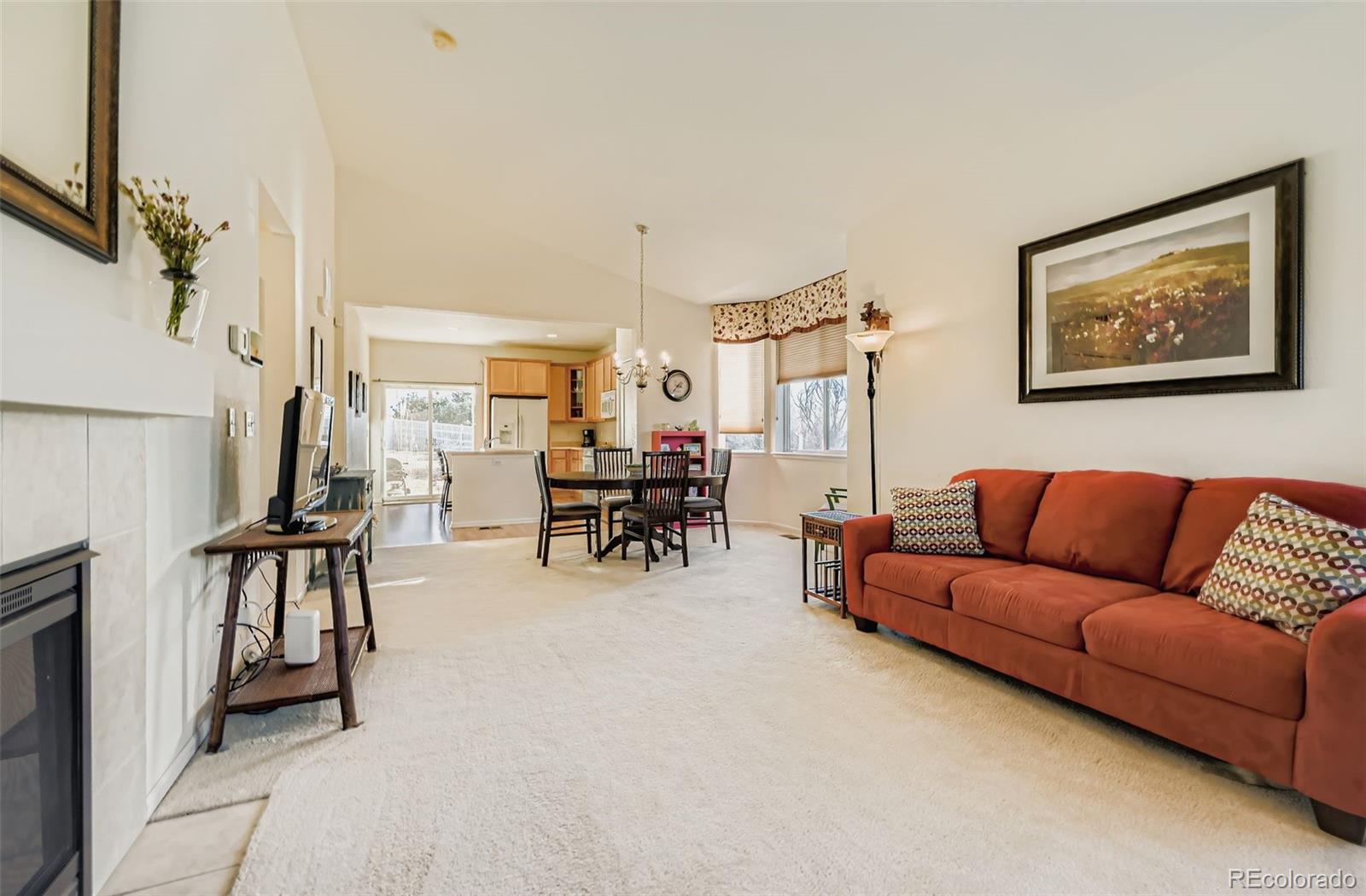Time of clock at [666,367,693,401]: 3:37
